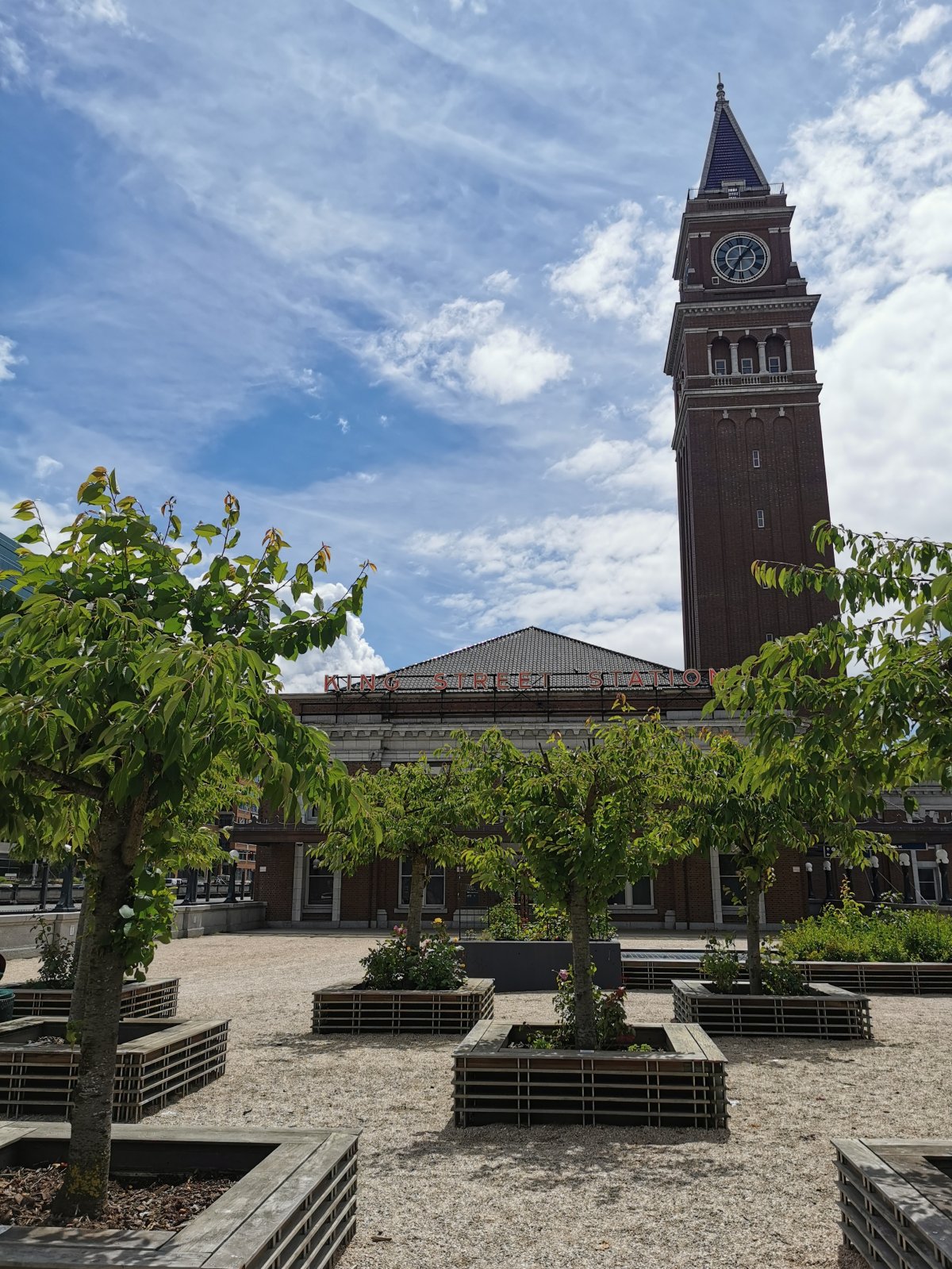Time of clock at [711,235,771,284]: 1:34
